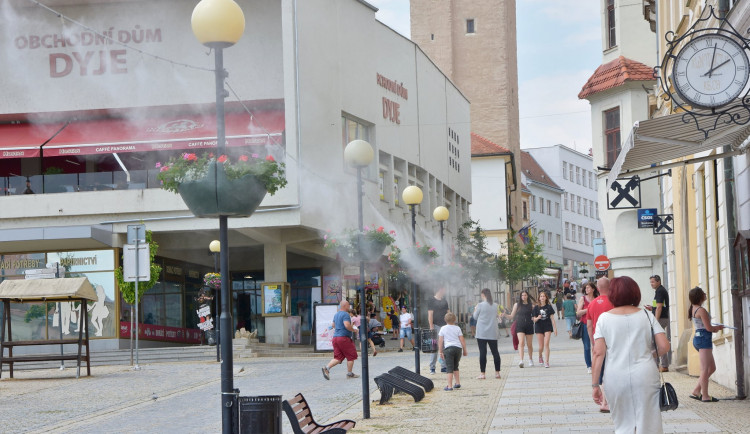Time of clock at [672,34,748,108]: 2:02
